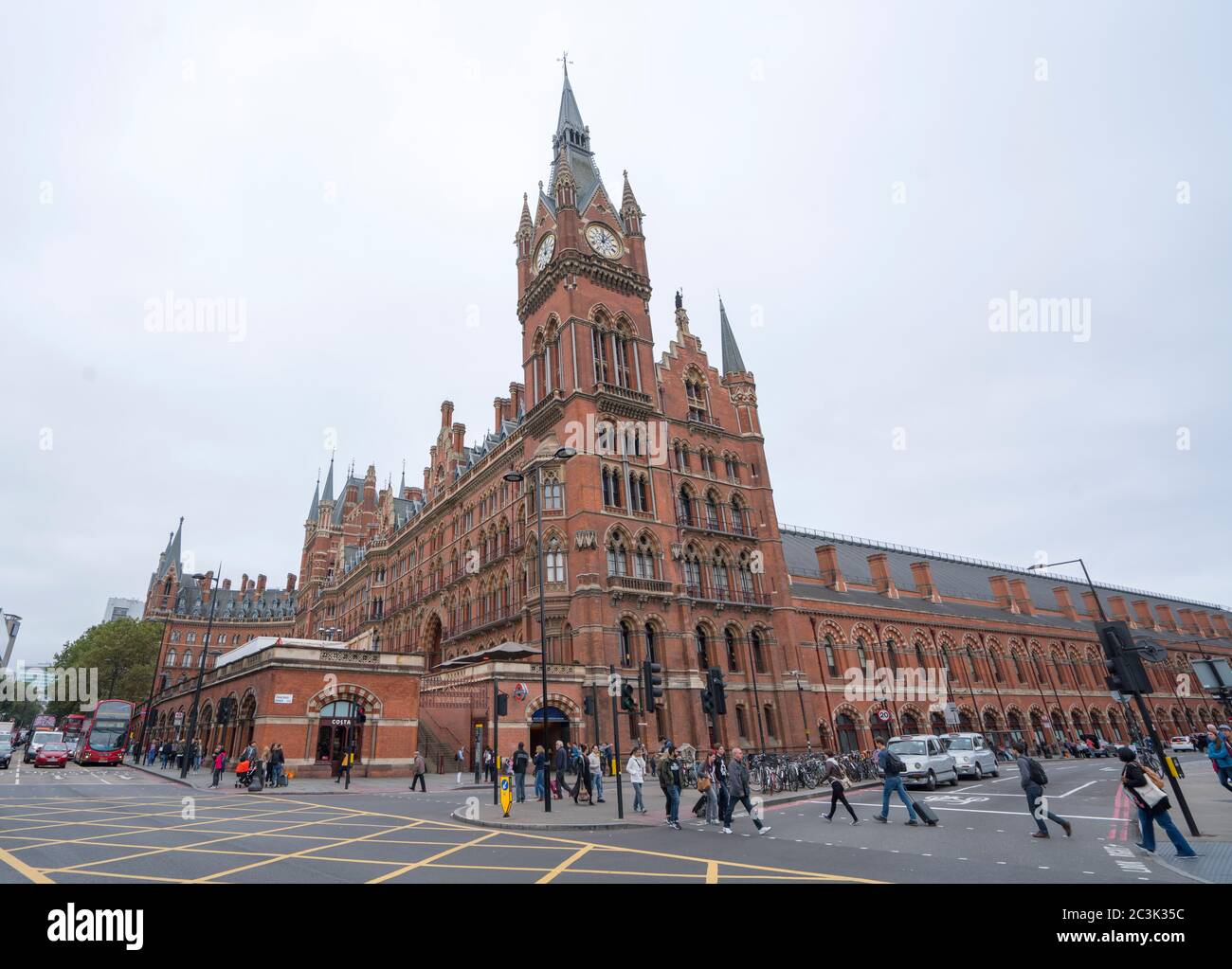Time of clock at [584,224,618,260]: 12:07
